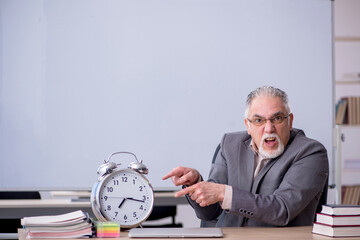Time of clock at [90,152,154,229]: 7:16
